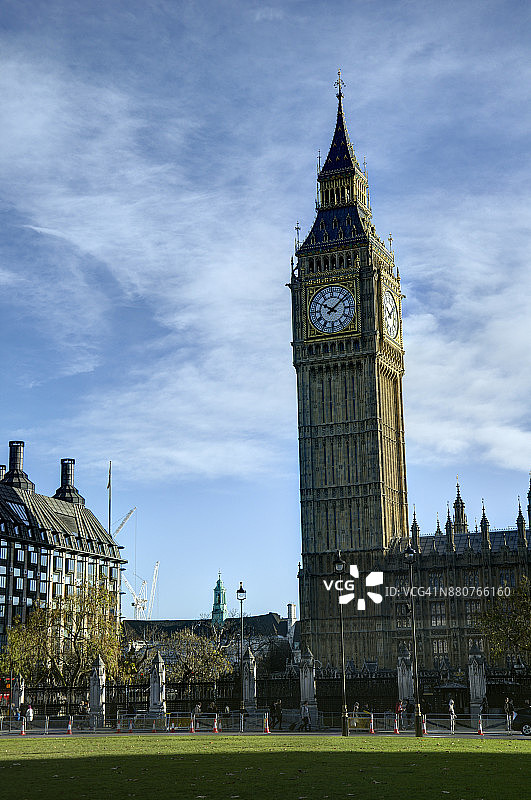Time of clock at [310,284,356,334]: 10:08
